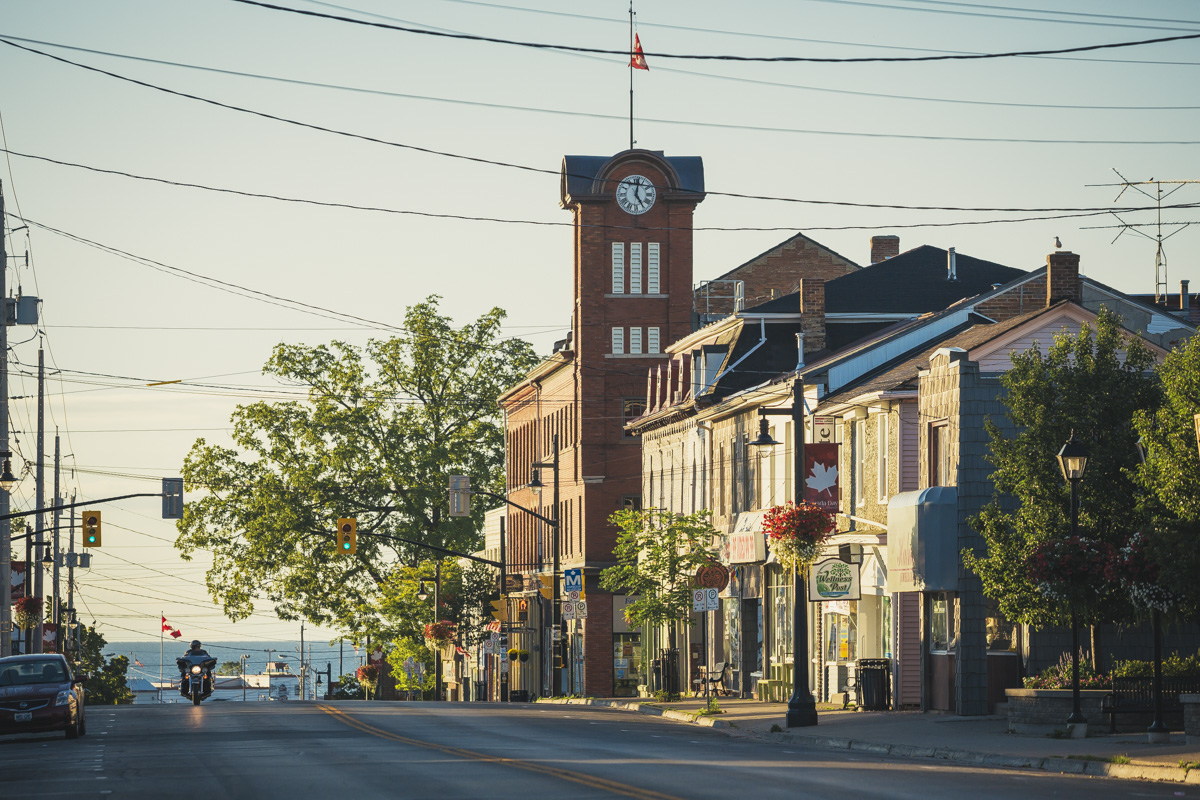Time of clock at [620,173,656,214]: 5:01
